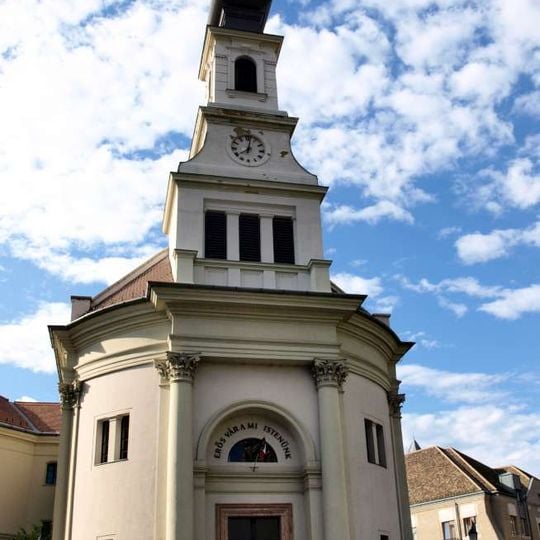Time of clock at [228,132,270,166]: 8:01
